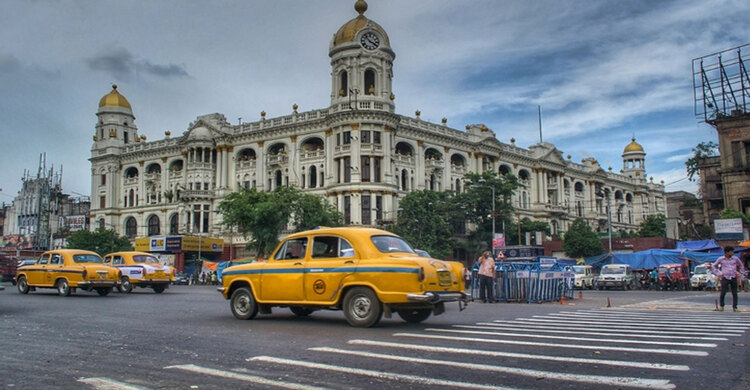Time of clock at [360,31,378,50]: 3:52
